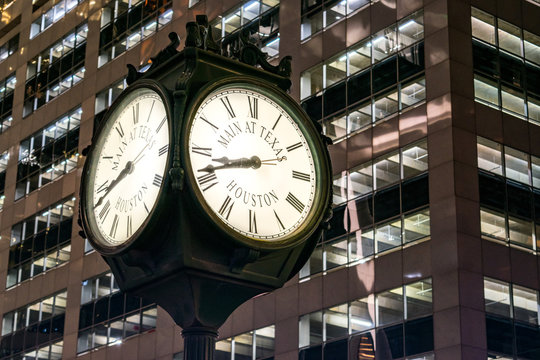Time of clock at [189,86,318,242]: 8:41
